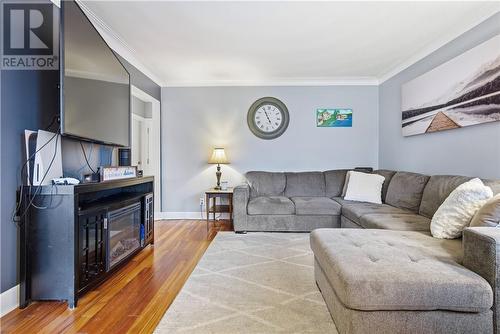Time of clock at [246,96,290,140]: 4:55
